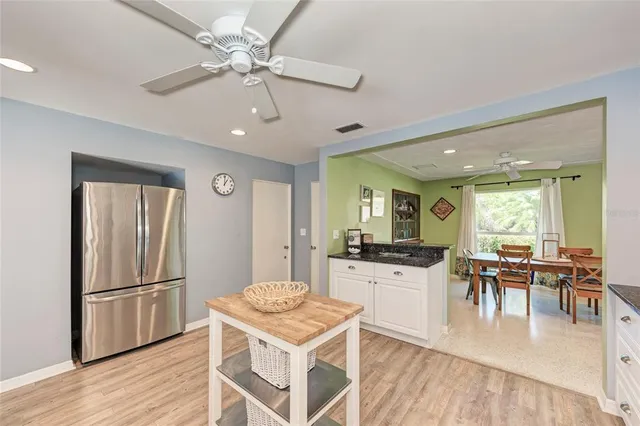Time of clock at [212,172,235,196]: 1:00
